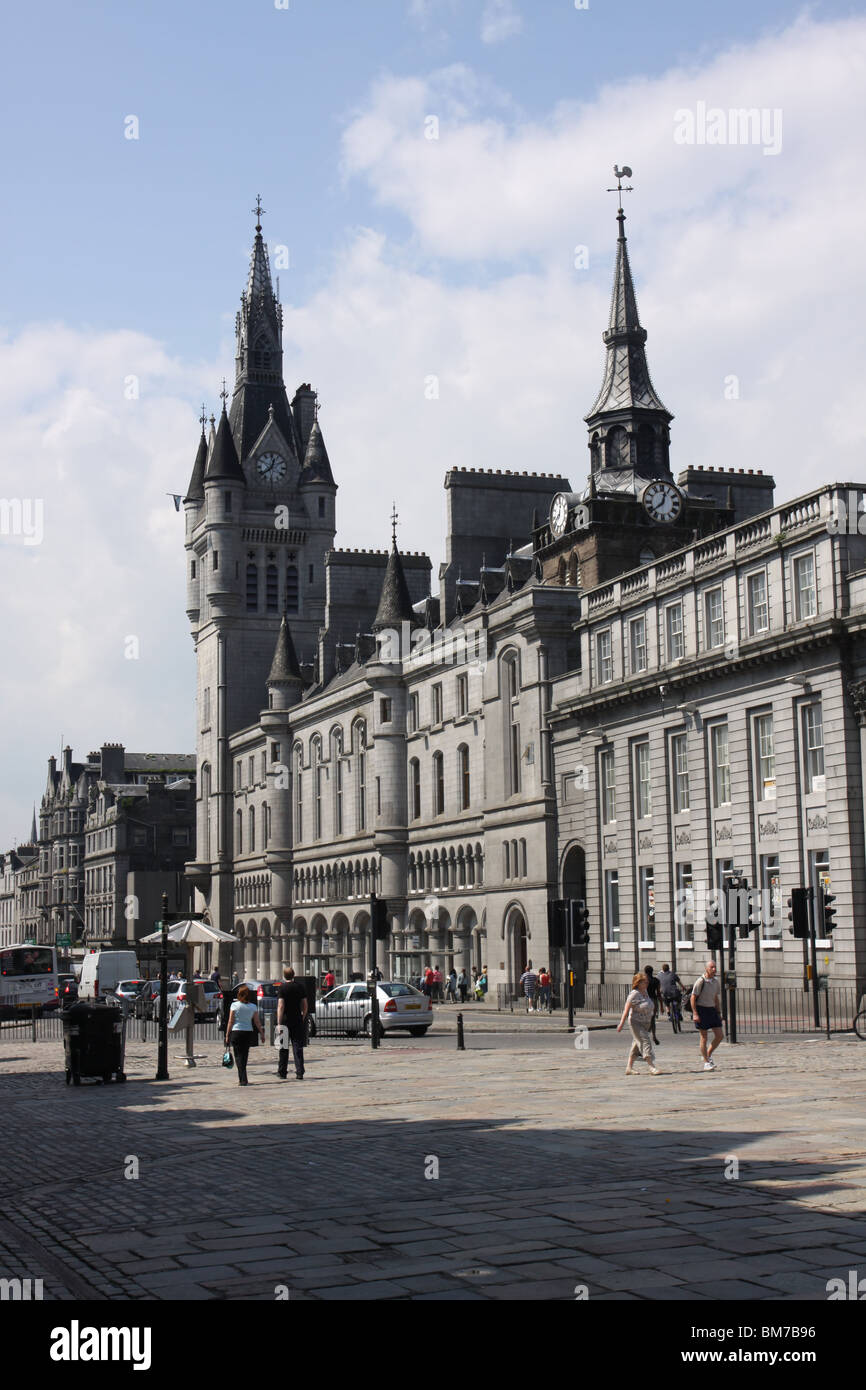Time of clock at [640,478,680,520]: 12:38
